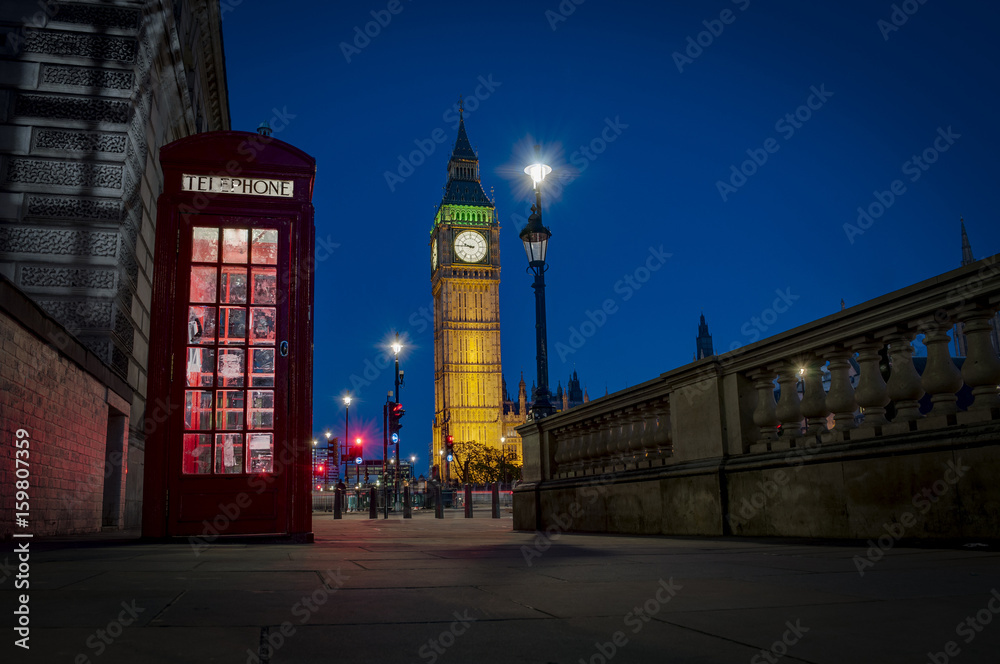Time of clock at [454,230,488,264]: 9:45
